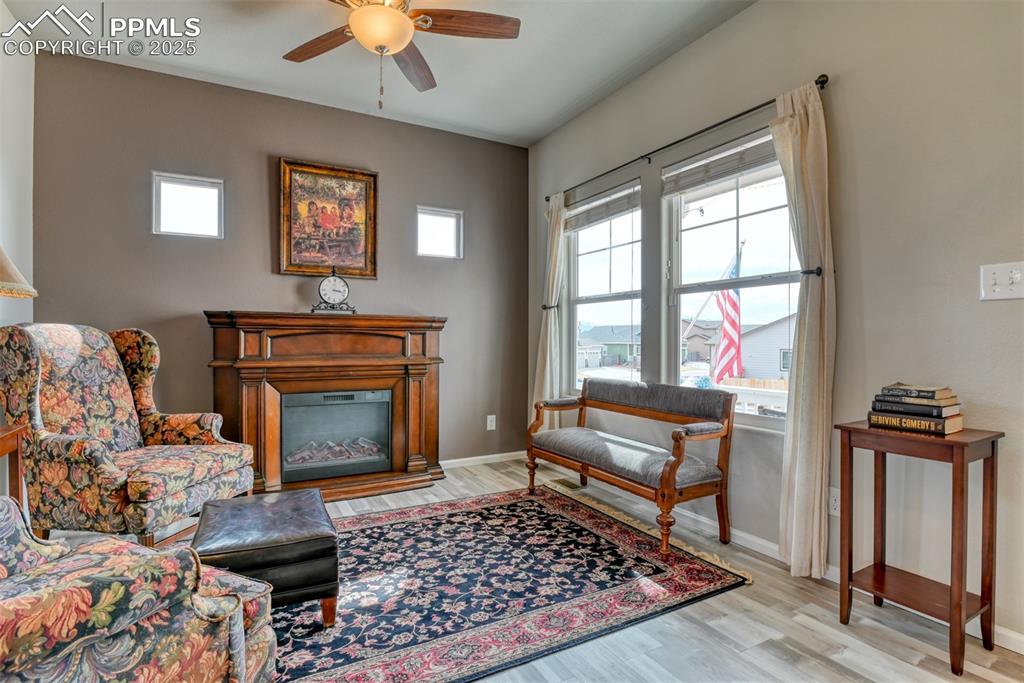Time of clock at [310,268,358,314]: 3:17
